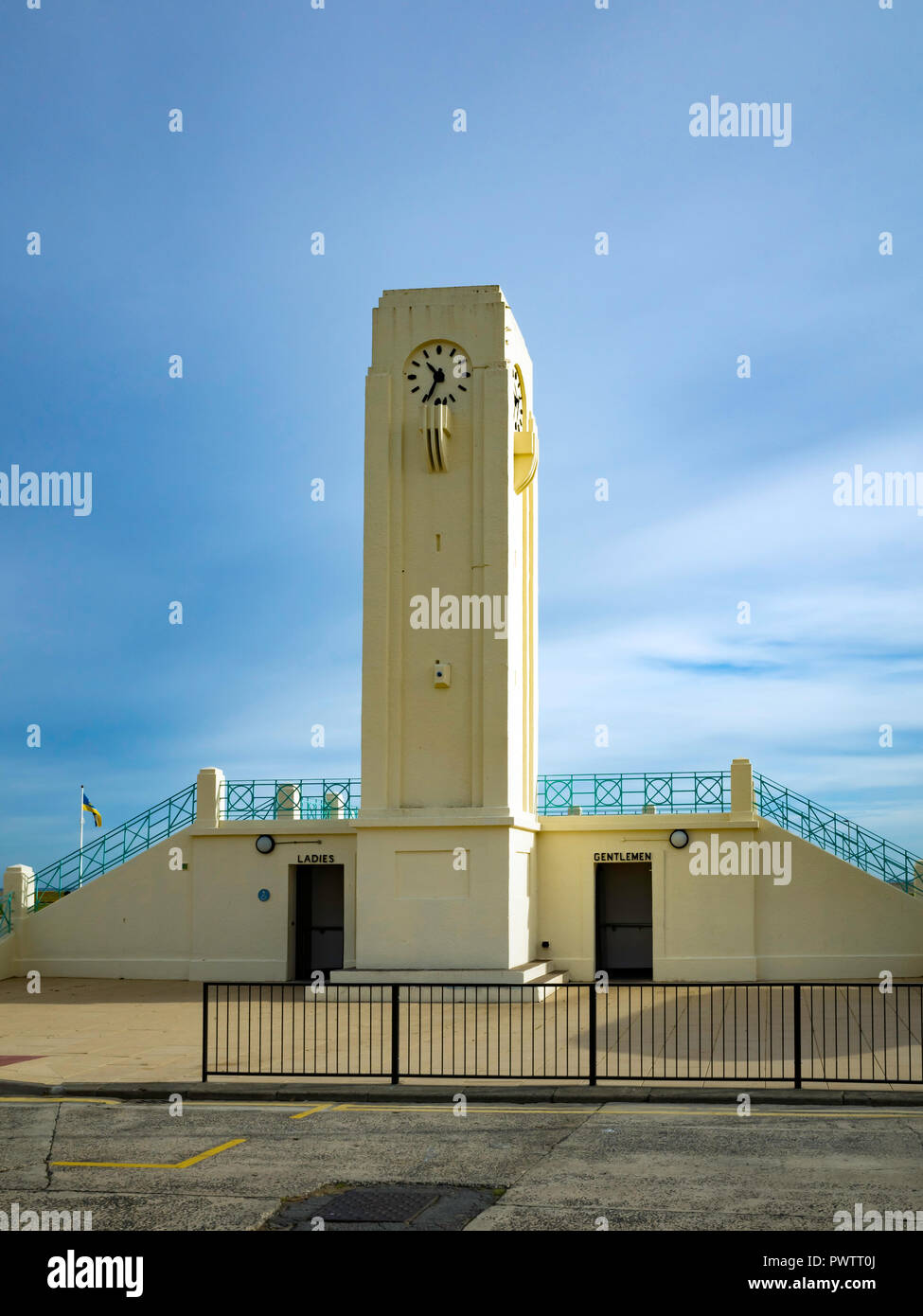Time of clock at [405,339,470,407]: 10:34
